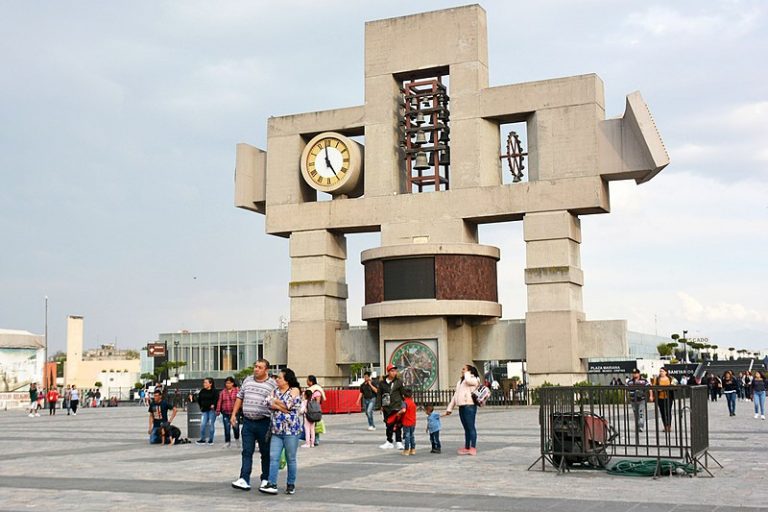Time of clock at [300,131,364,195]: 4:58
